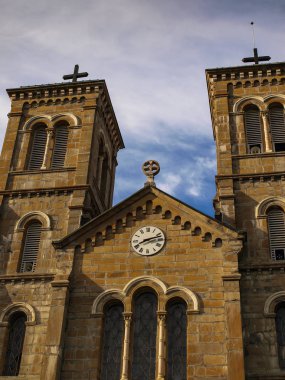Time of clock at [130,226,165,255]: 8:12
